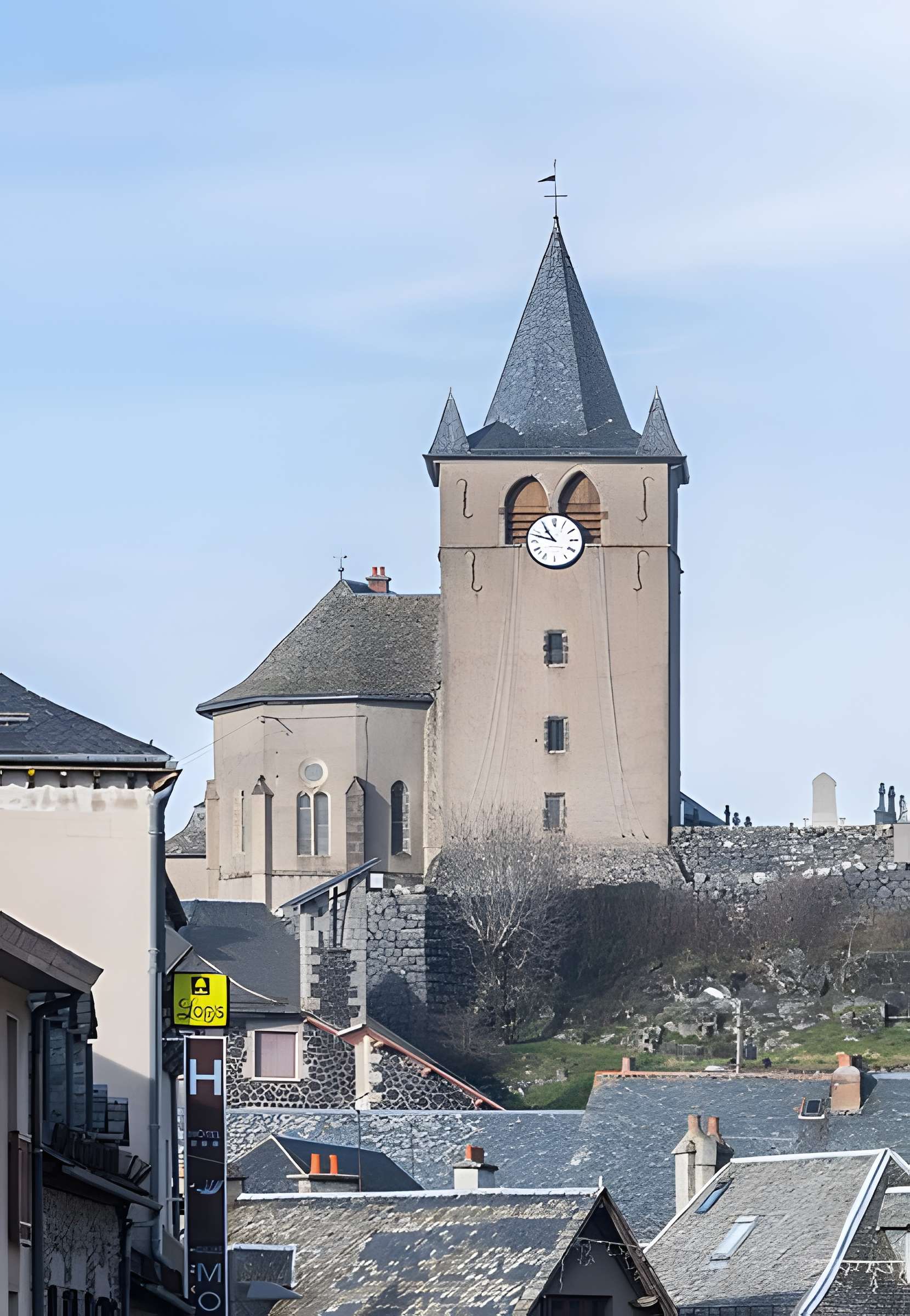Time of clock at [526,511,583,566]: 10:48
